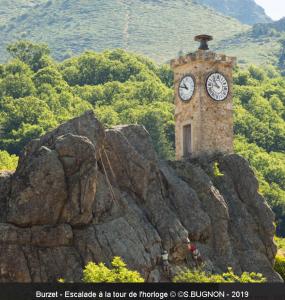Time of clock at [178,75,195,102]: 10:47
